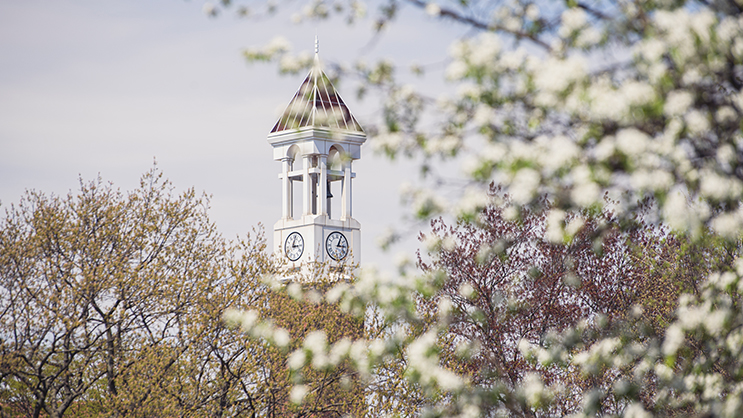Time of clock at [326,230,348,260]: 3:04
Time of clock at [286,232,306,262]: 3:02
